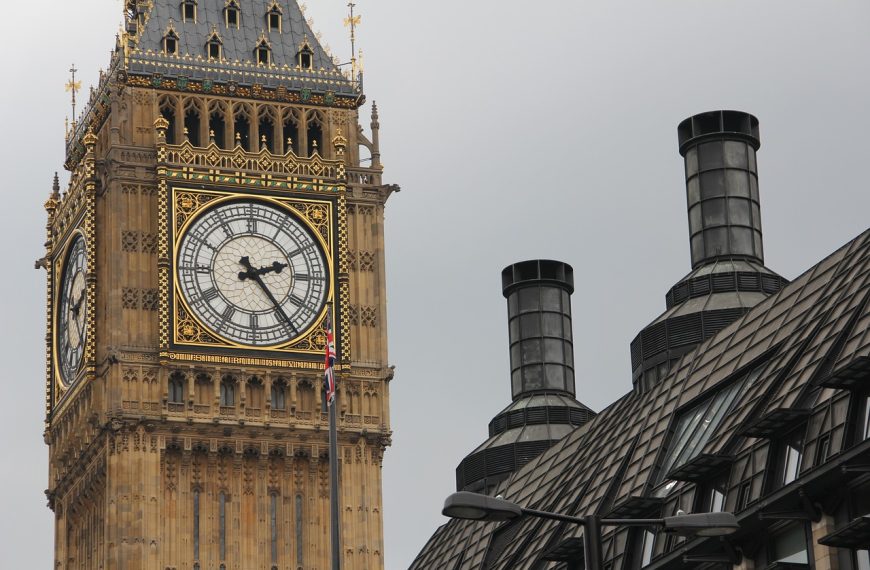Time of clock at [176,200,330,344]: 2:23
